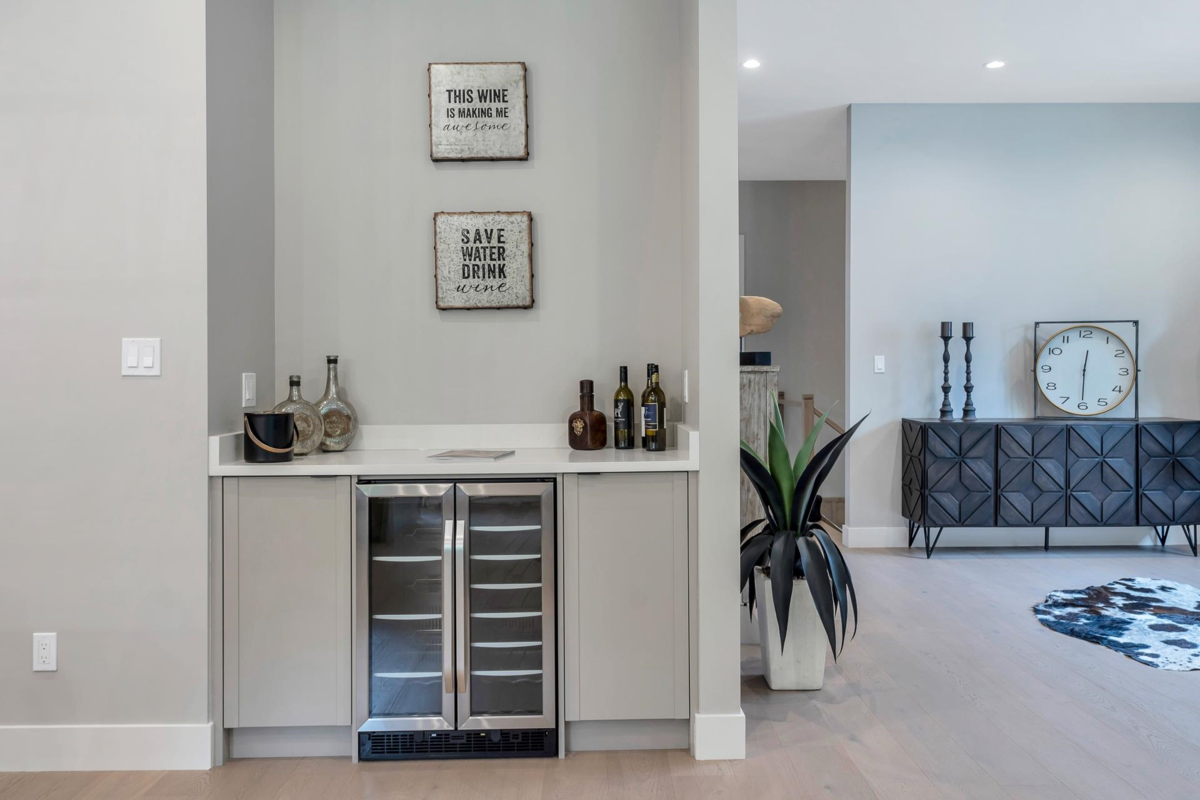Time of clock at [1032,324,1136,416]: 12:30
